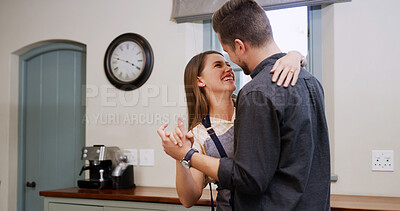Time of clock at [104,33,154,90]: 3:47
